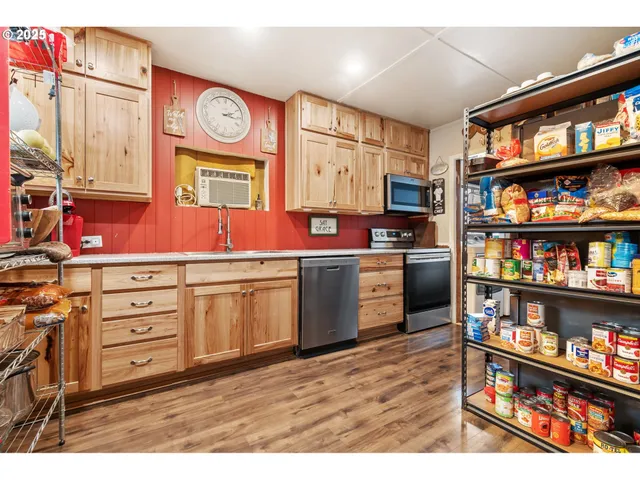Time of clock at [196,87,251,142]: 2:16
